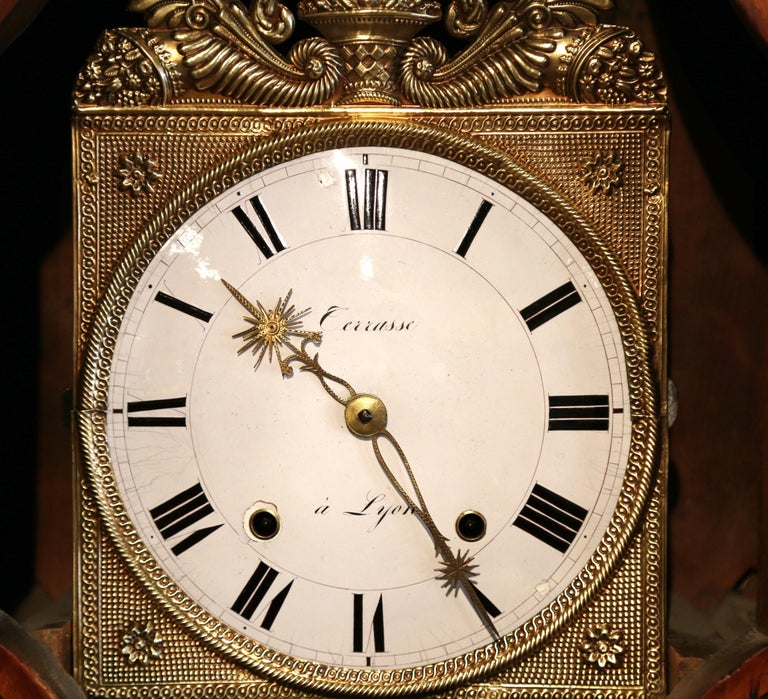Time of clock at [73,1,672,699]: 10:24
